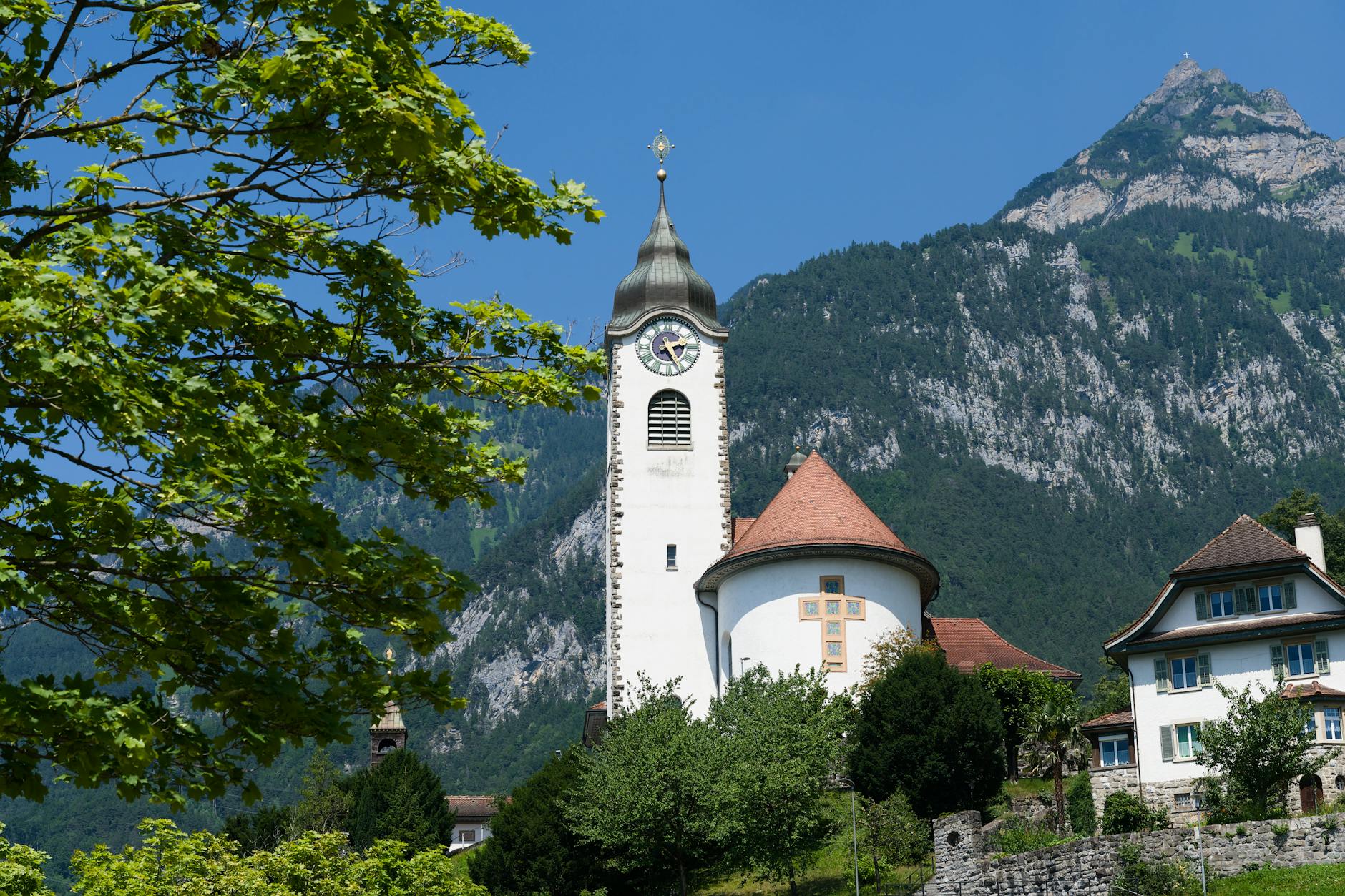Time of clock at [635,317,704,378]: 2:25
